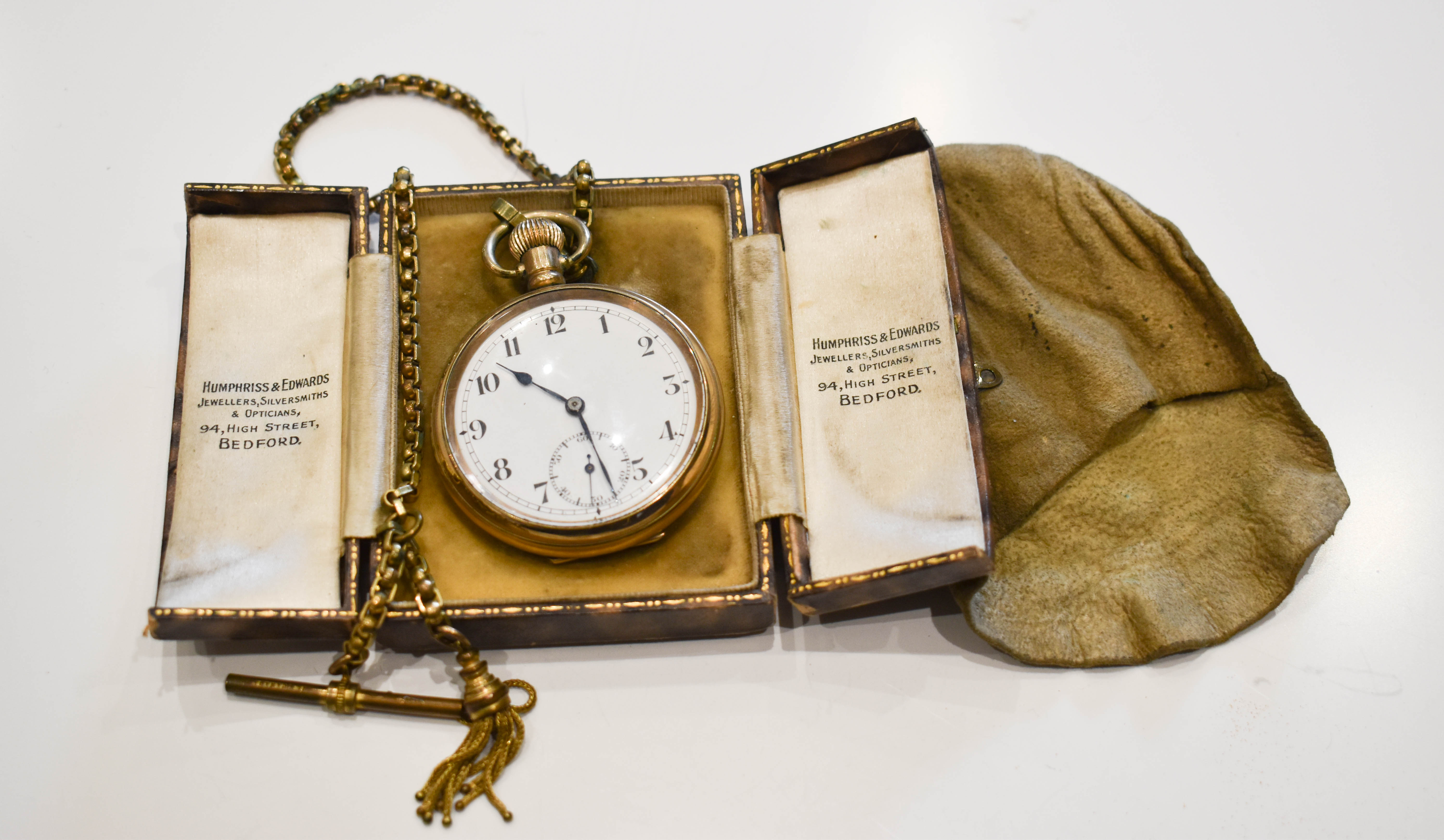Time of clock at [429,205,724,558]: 10:28
